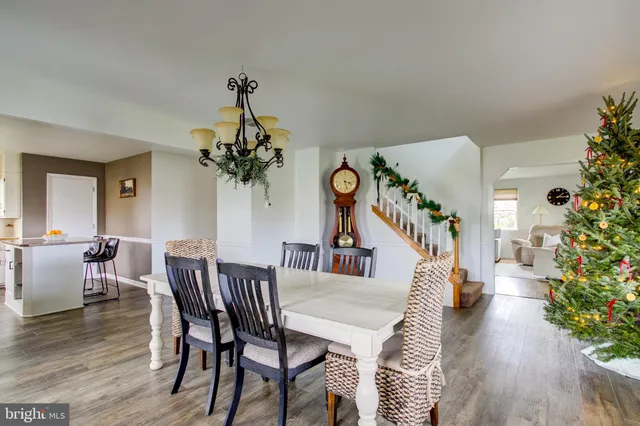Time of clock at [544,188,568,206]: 1:16
